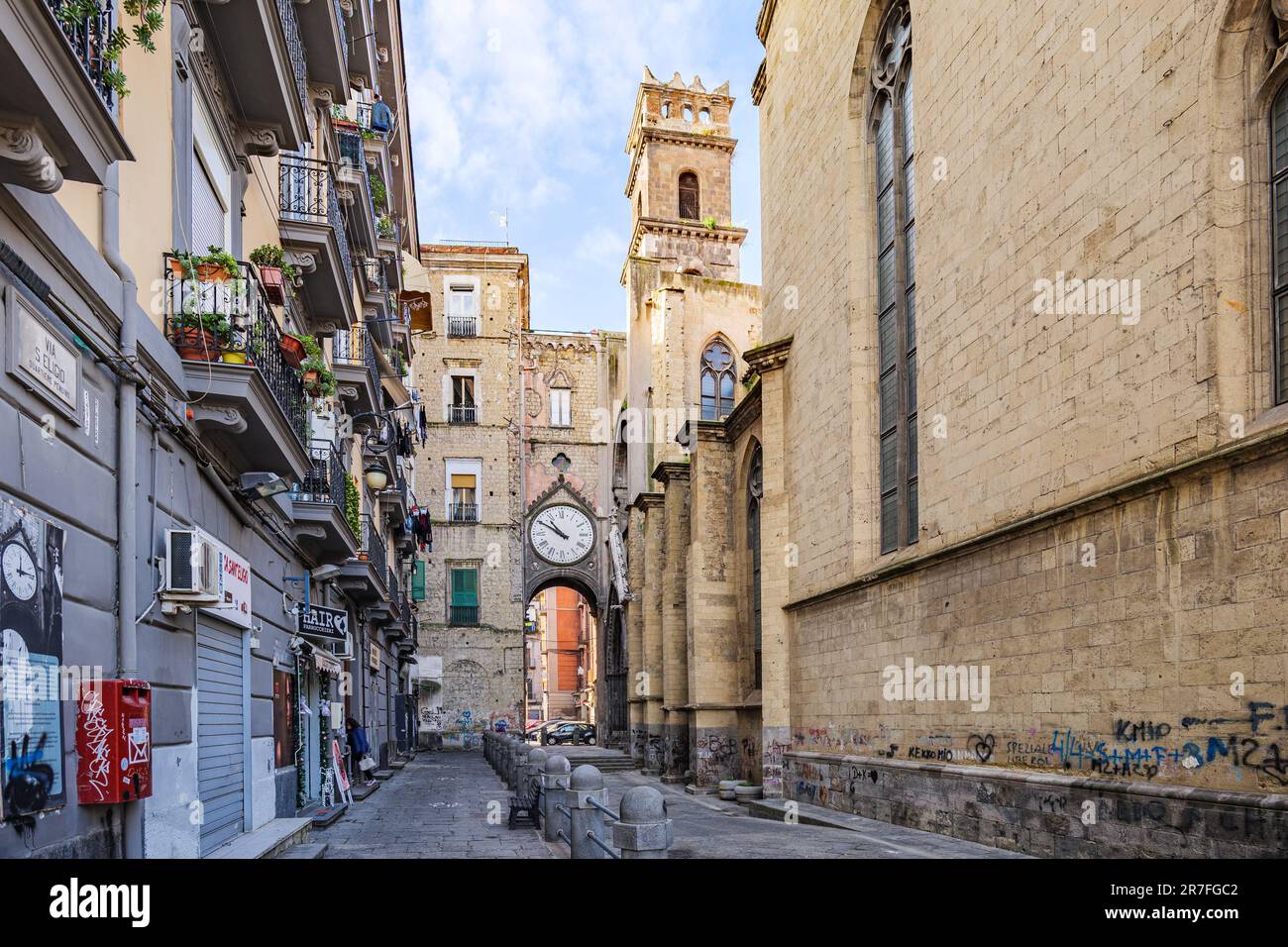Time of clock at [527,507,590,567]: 10:50
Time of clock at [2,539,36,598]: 12:13
